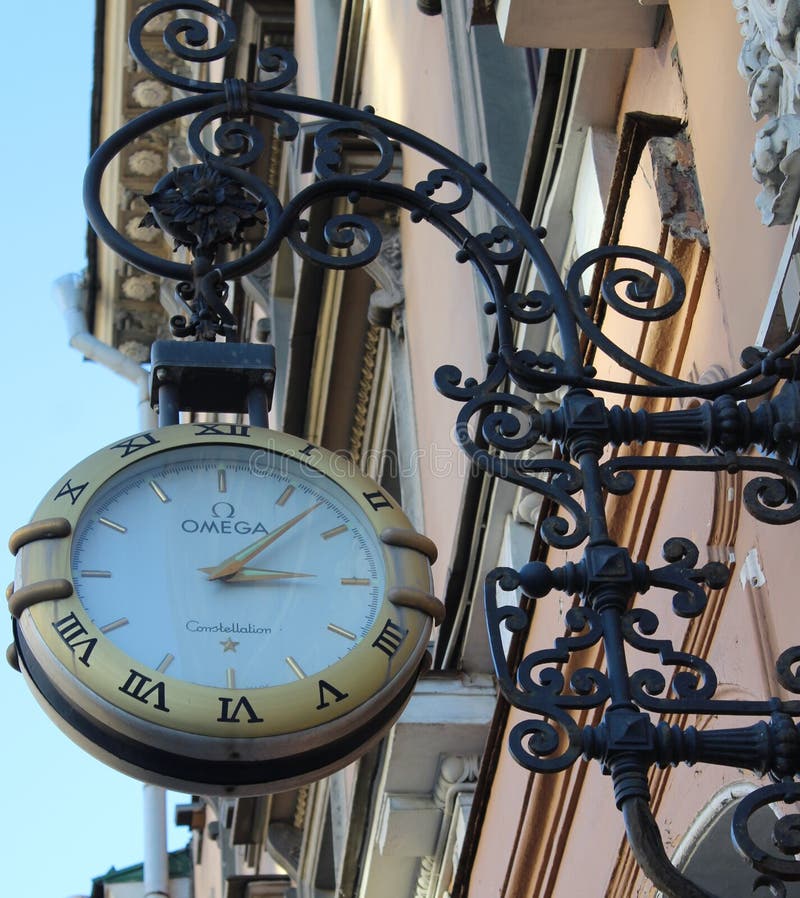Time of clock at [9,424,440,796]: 3:07
